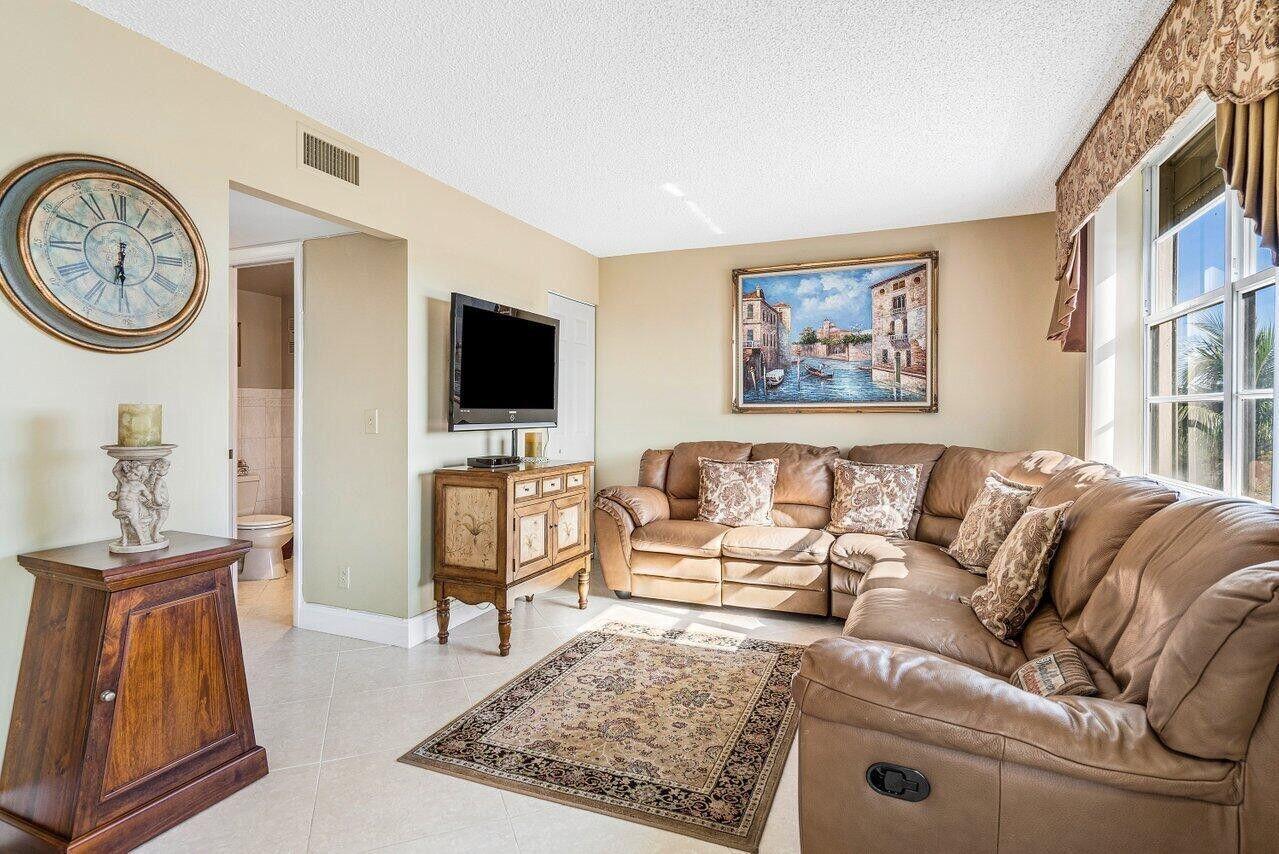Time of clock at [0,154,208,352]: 6:30
